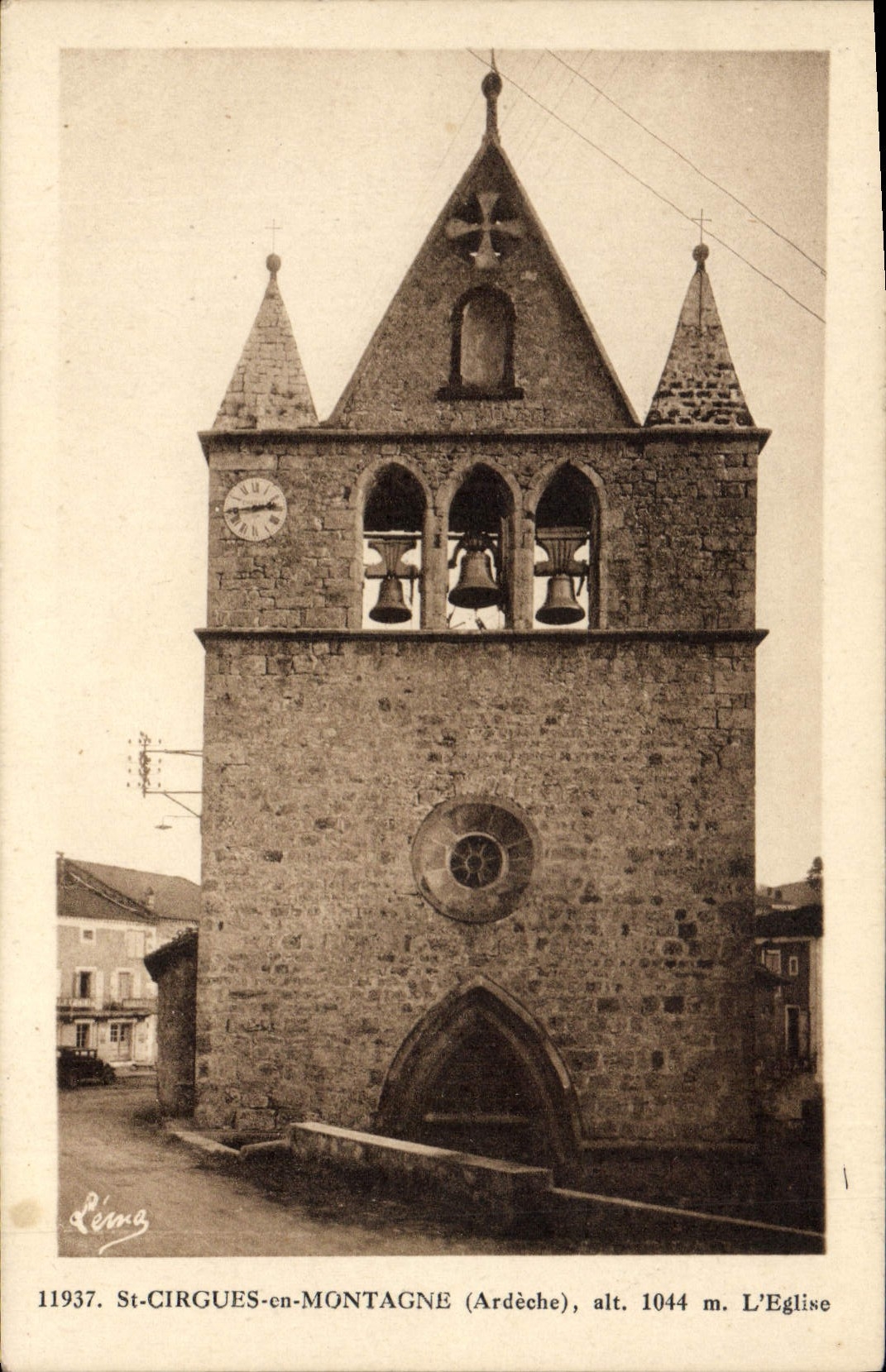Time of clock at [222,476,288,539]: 2:43
